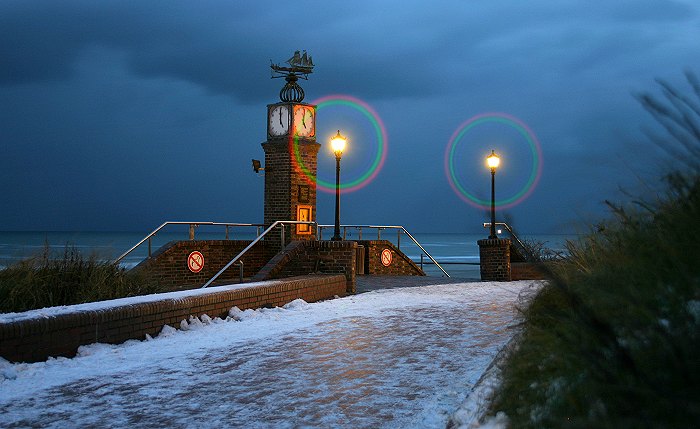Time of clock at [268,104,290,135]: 4:59
